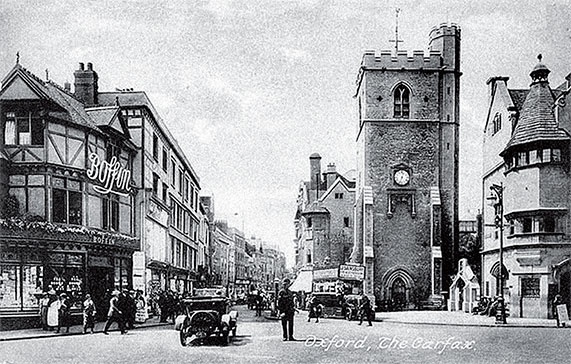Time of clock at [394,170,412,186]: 12:33
